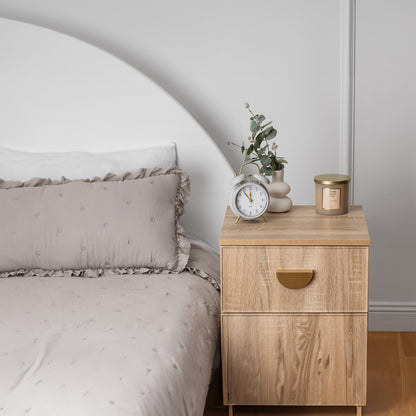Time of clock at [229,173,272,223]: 11:53
